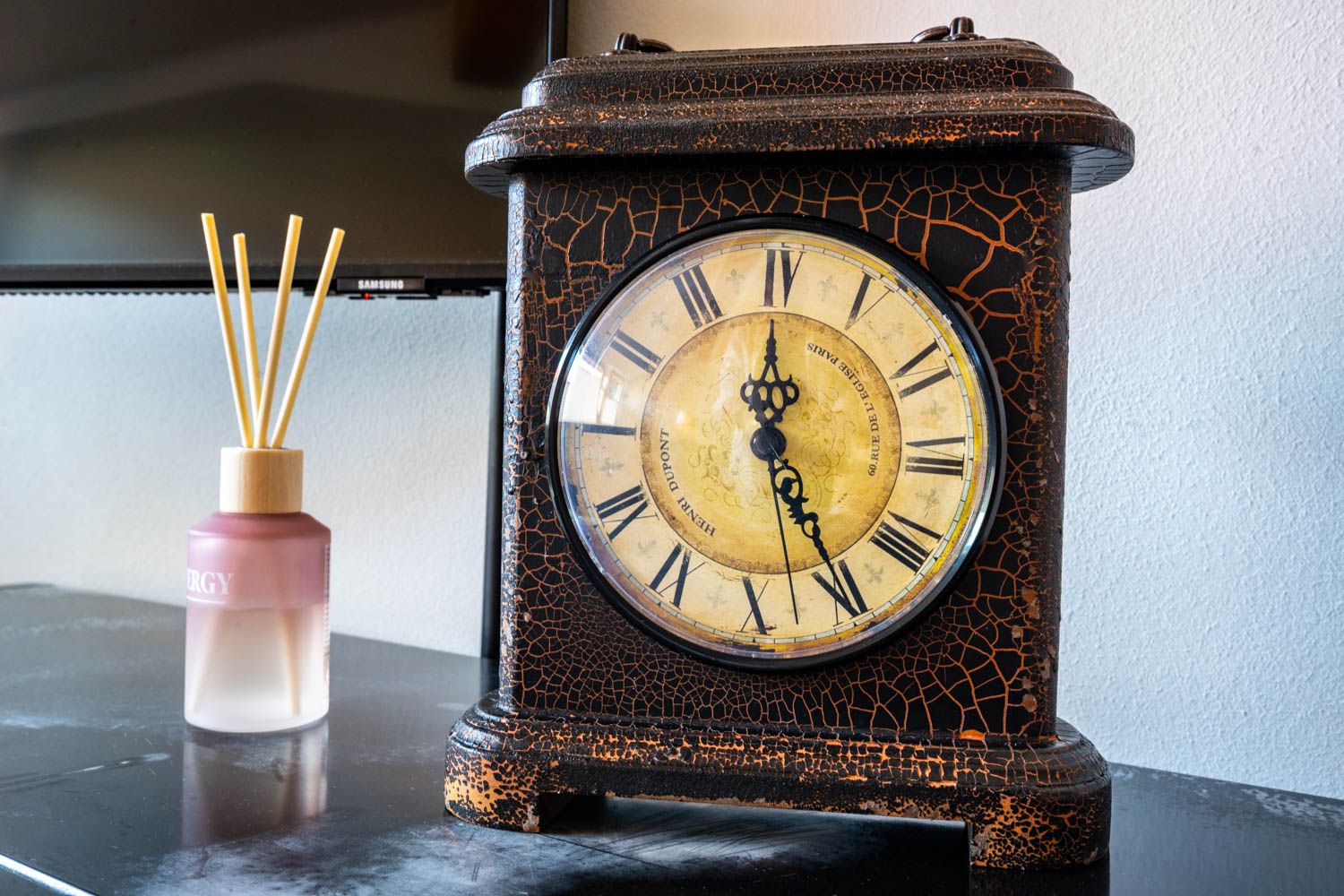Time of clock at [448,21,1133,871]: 4:59
